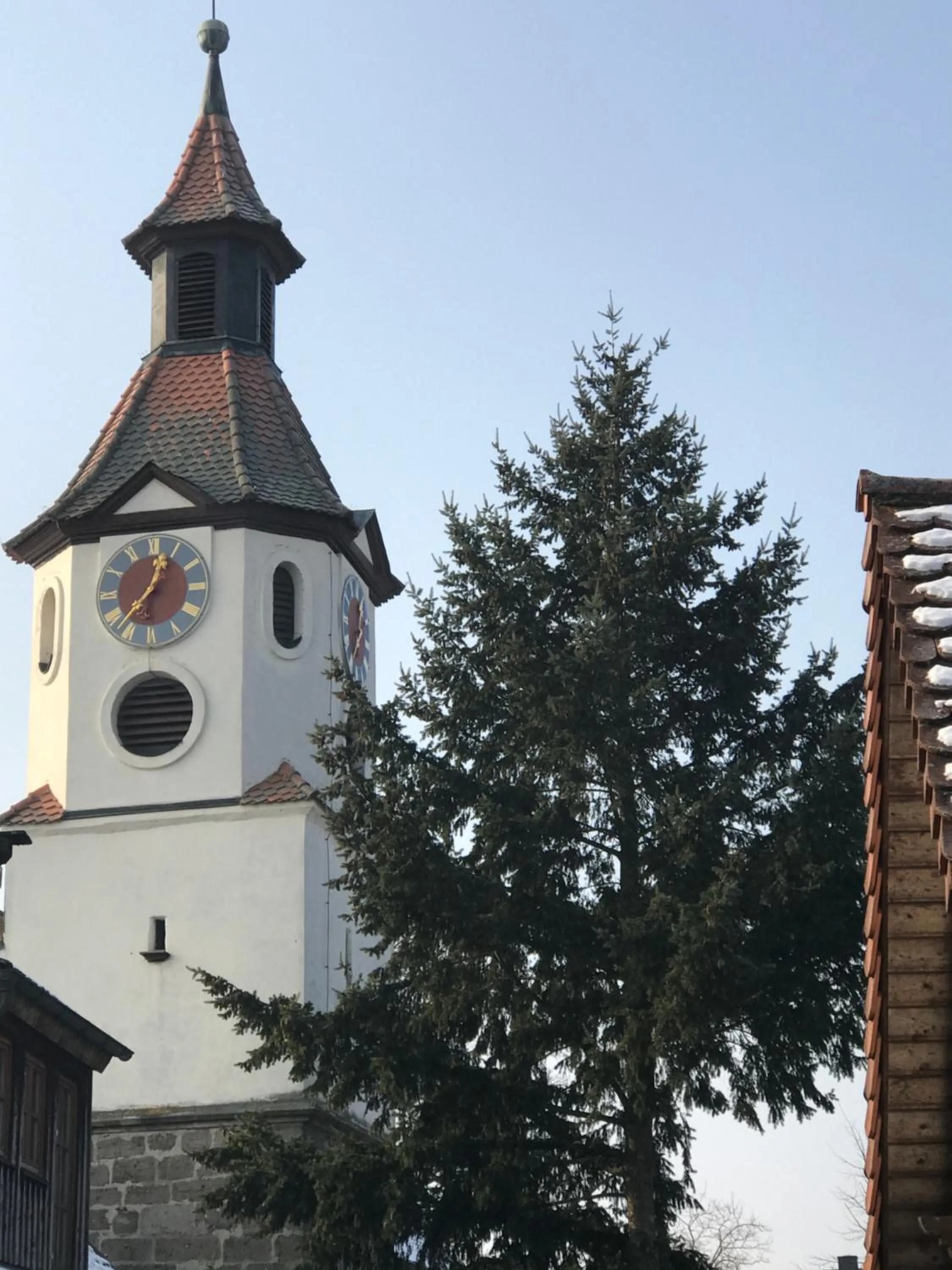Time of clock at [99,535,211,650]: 12:37
